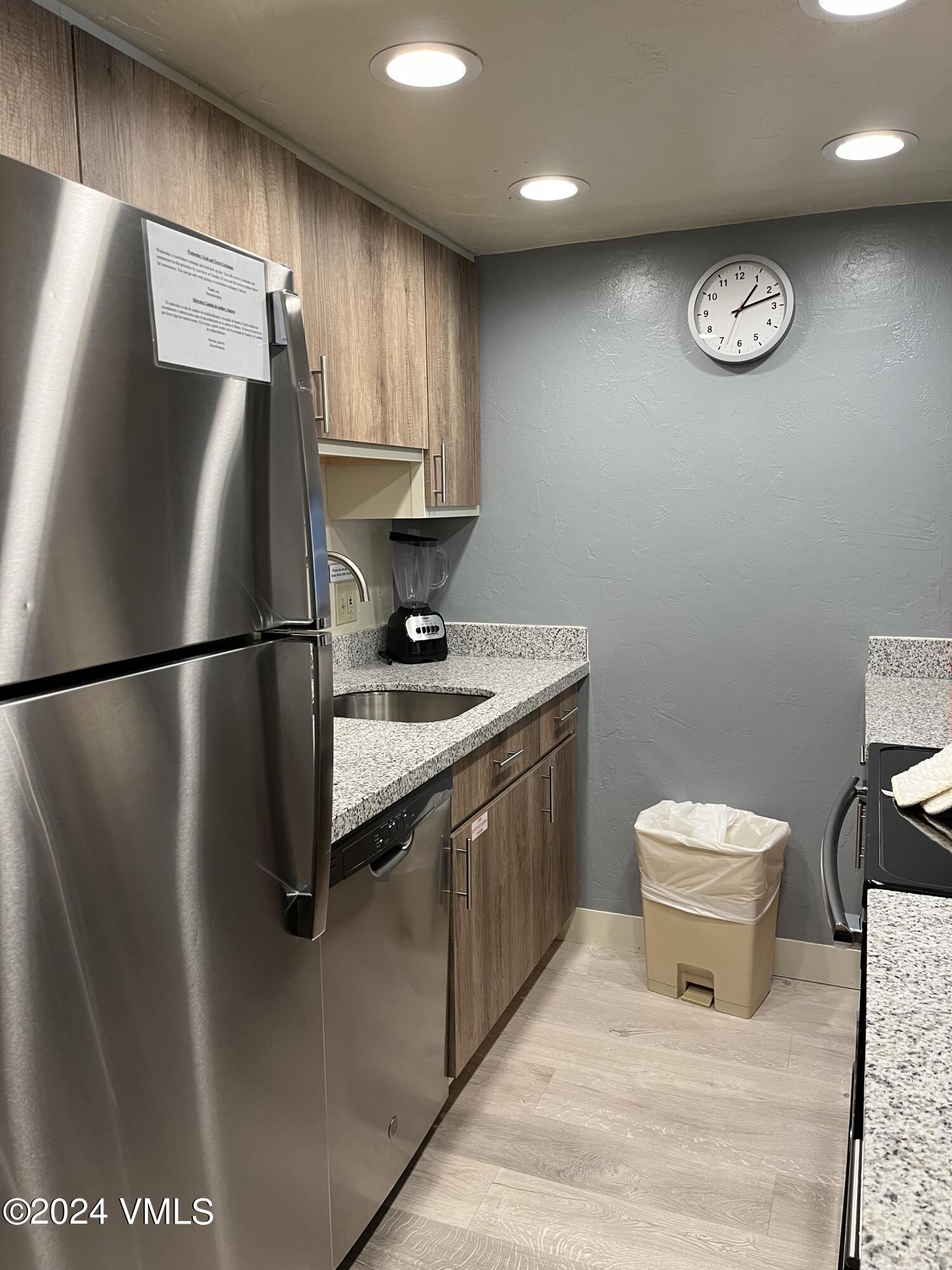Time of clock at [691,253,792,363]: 1:12
